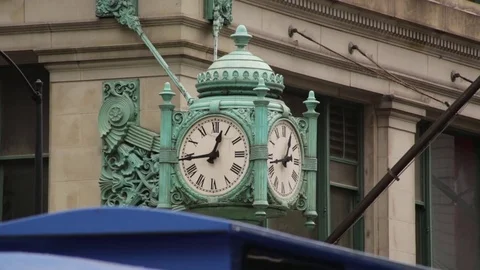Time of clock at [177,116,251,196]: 12:44
